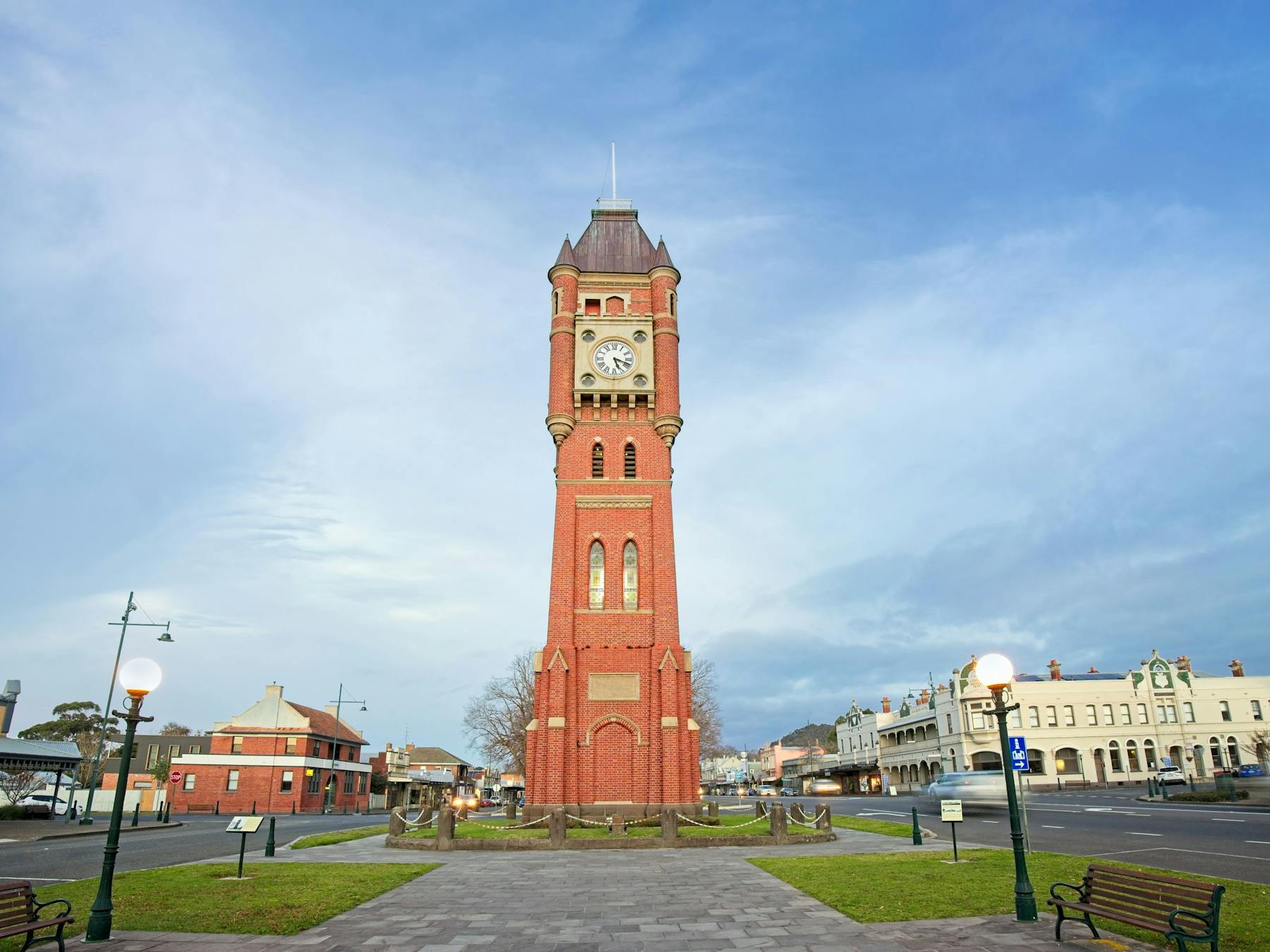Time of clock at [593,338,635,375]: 5:18
